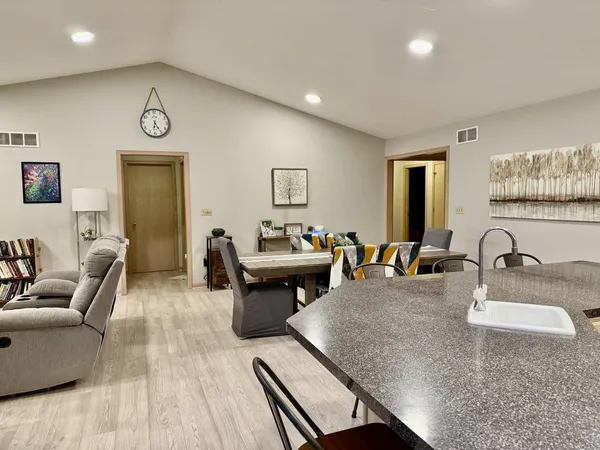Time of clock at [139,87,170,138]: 6:24
